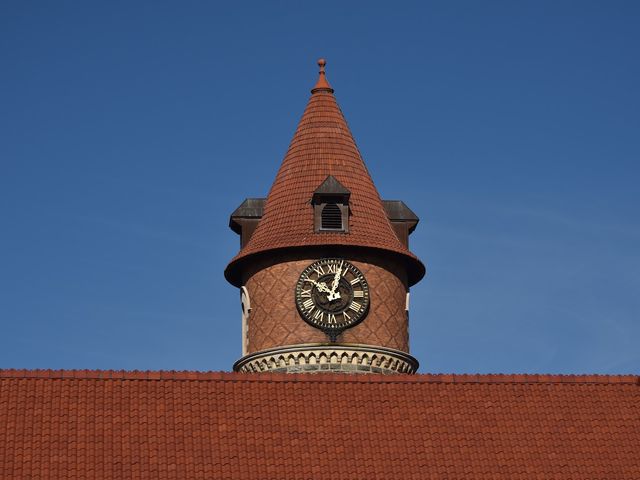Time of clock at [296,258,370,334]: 10:02
